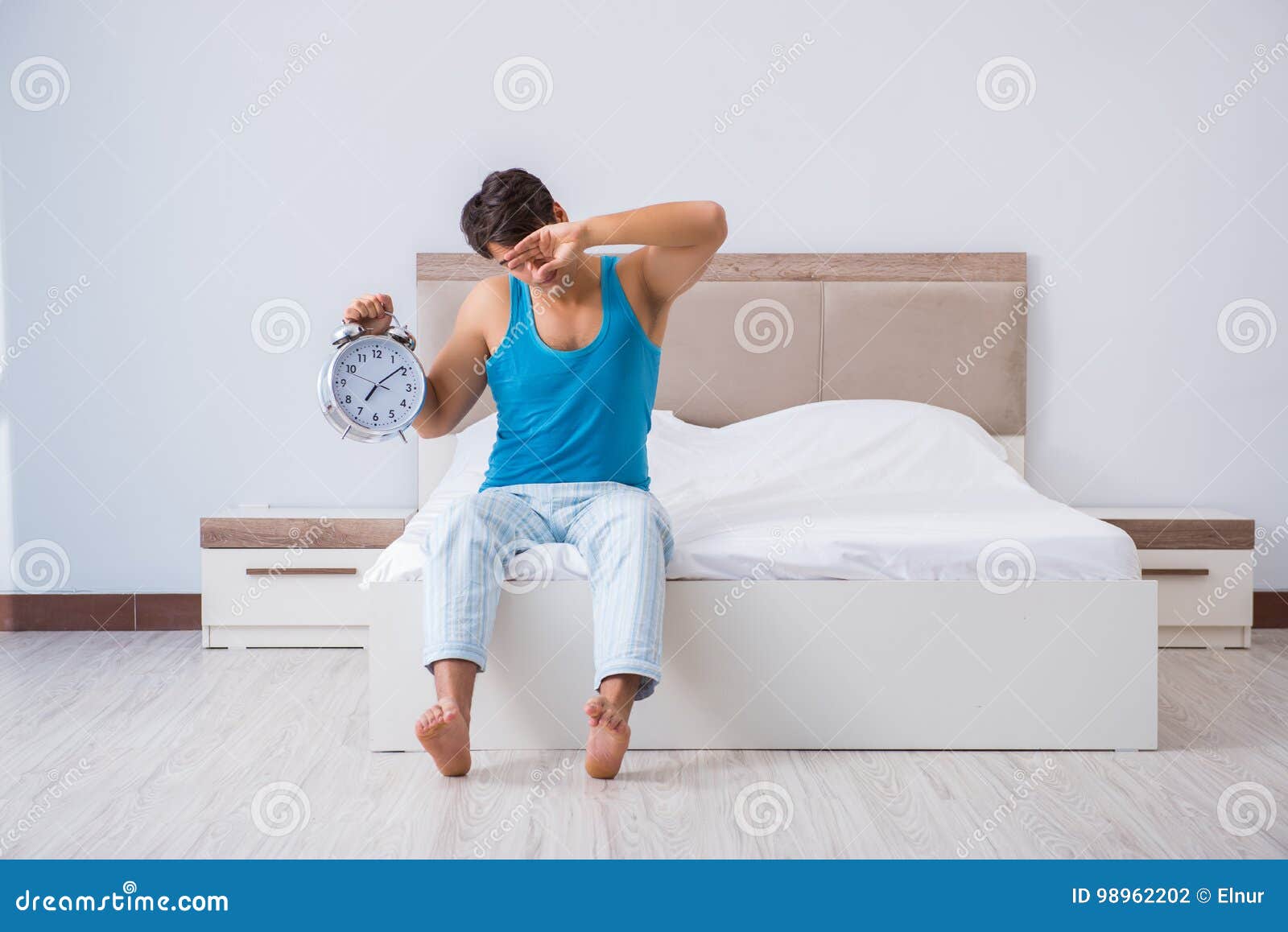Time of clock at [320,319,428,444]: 7:08
